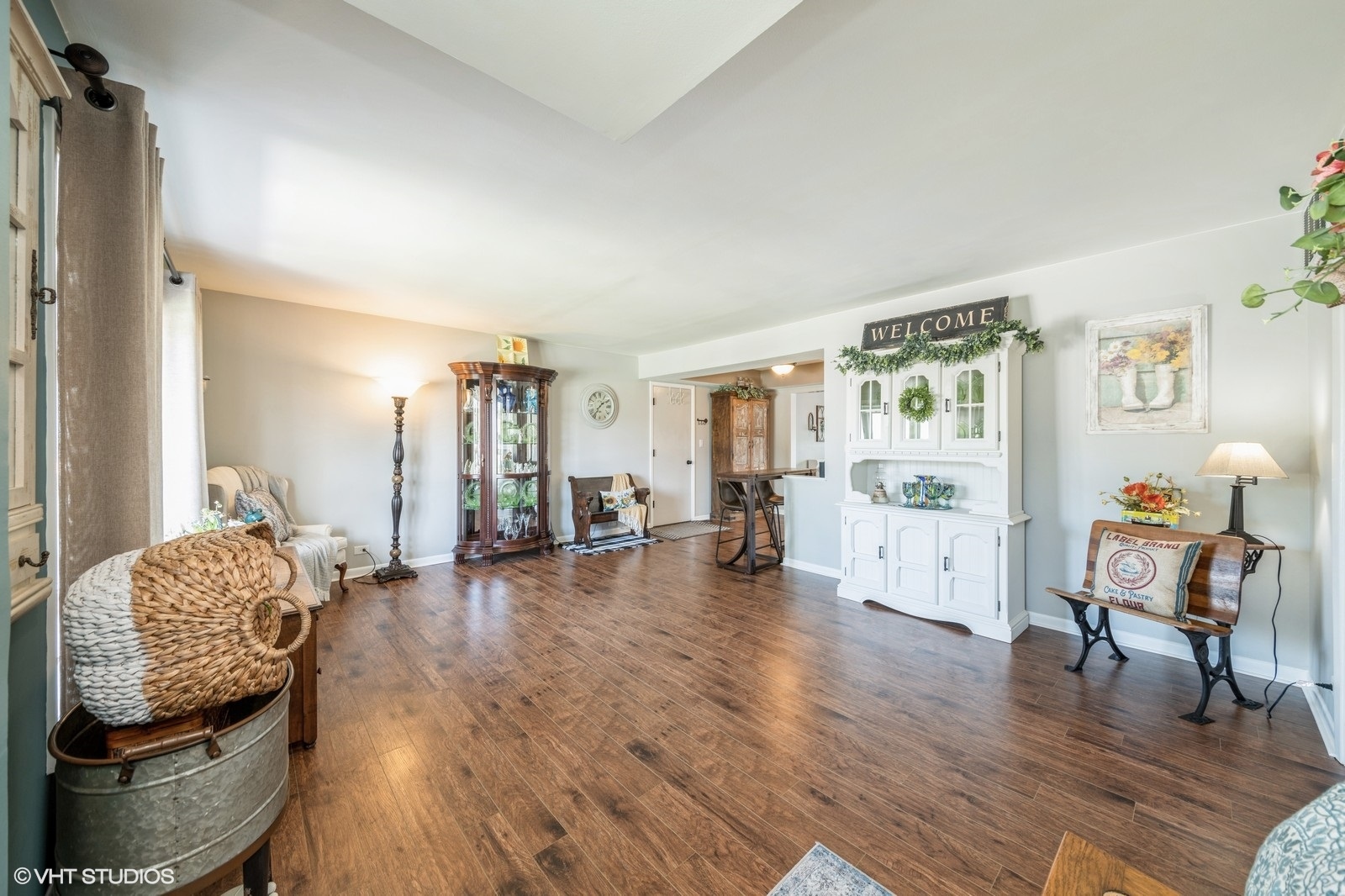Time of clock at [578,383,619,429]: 1:36
